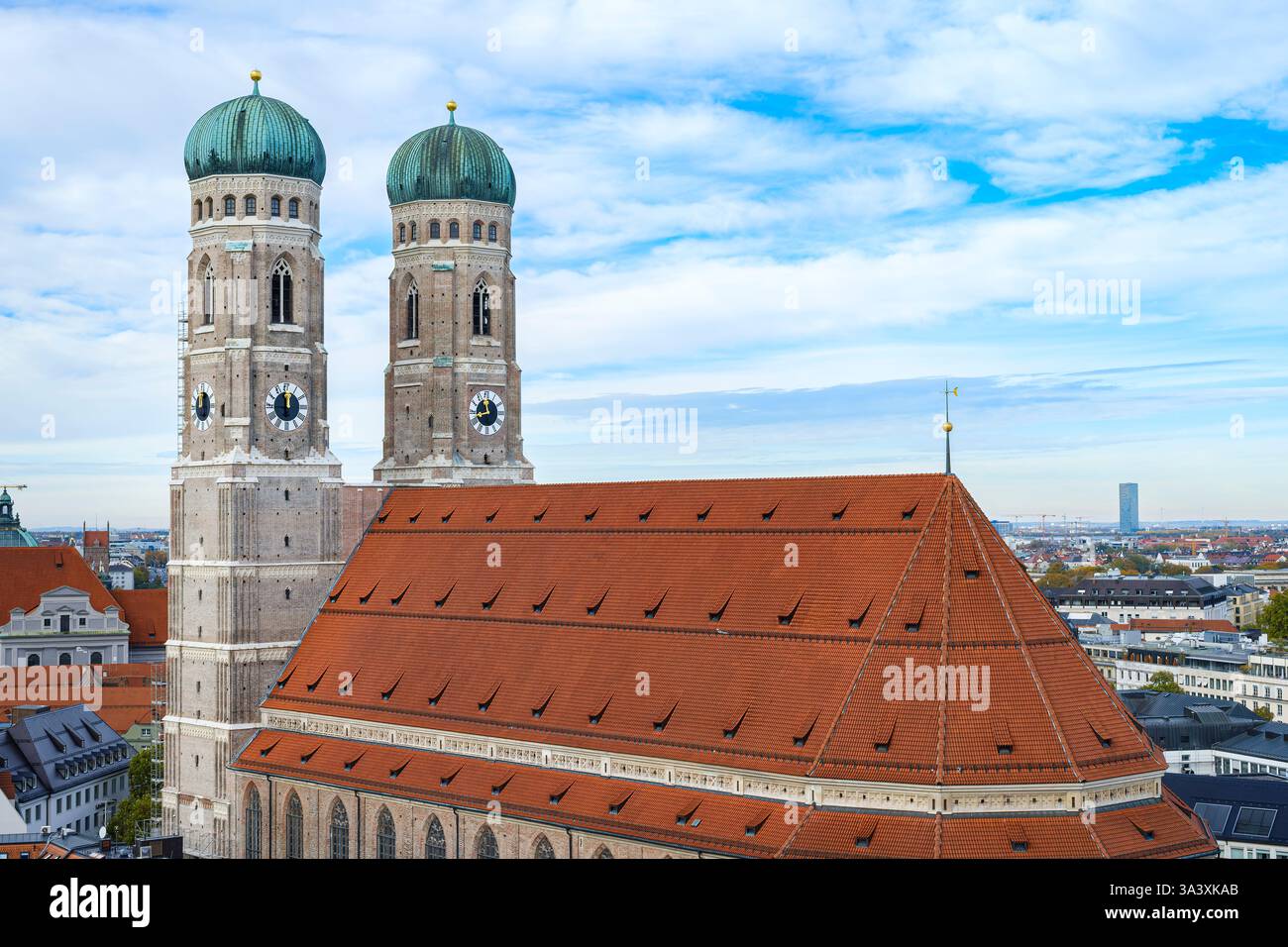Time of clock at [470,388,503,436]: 11:42
